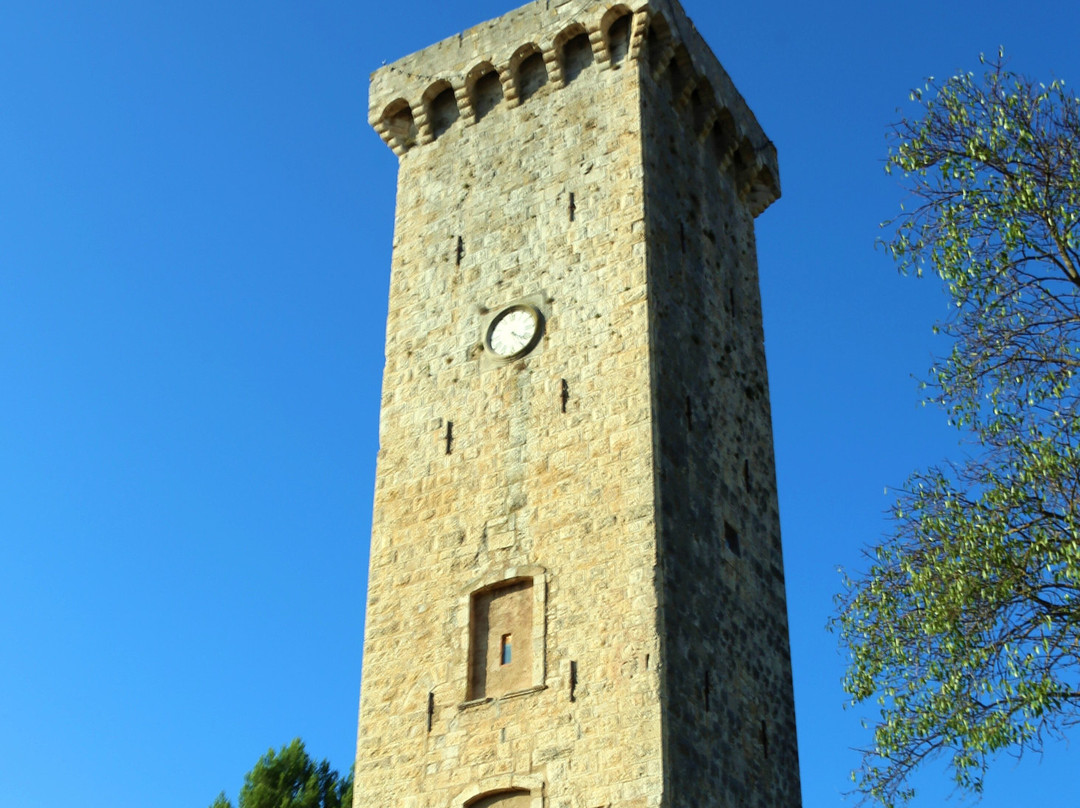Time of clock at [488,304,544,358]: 4:21
